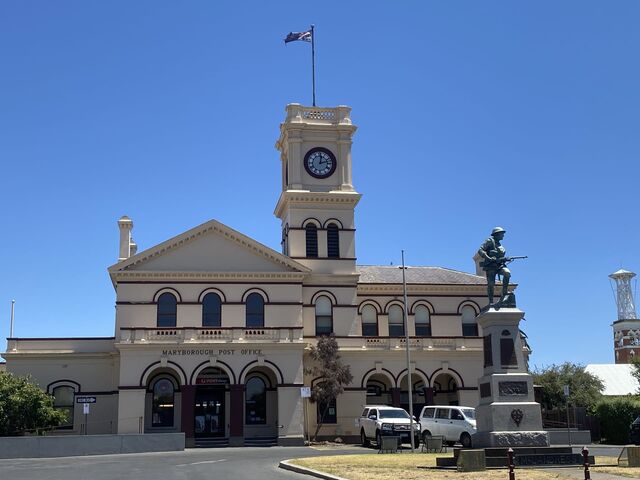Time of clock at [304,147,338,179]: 12:12
